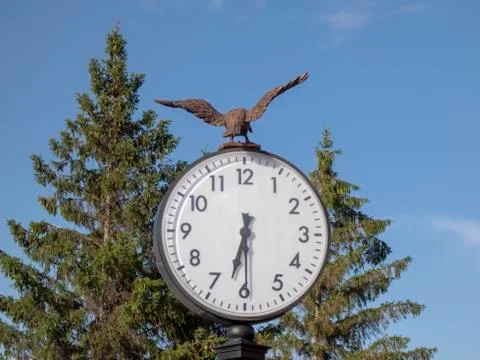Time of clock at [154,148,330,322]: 6:29
